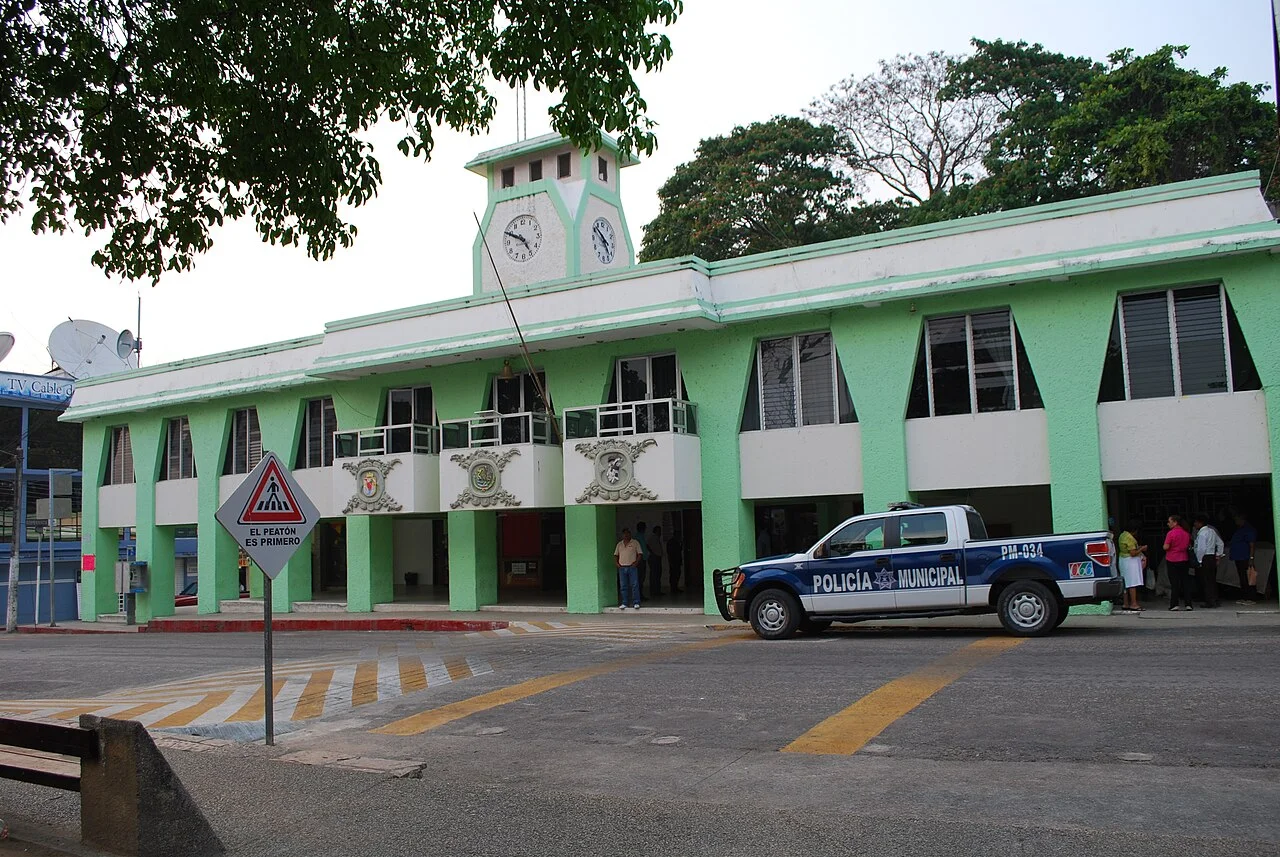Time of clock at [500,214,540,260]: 4:49
